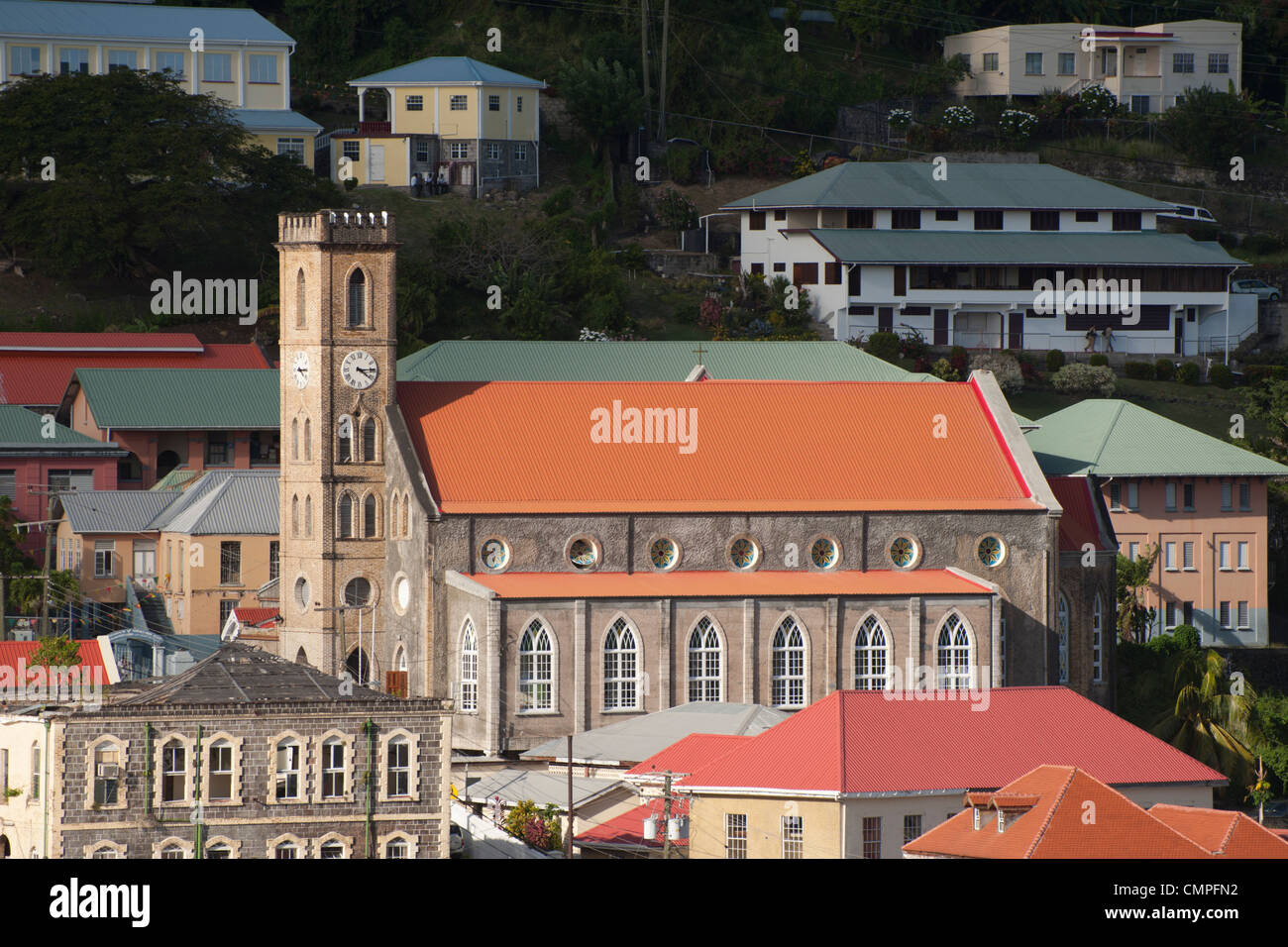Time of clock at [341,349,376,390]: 4:14
